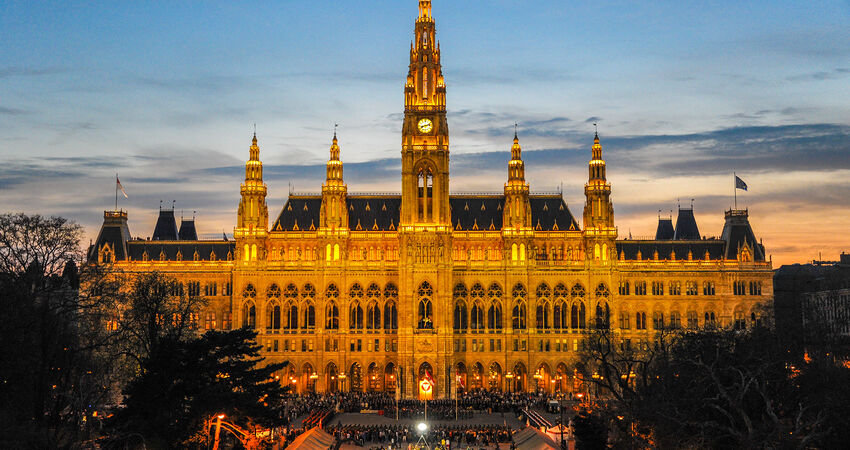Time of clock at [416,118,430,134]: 8:12
